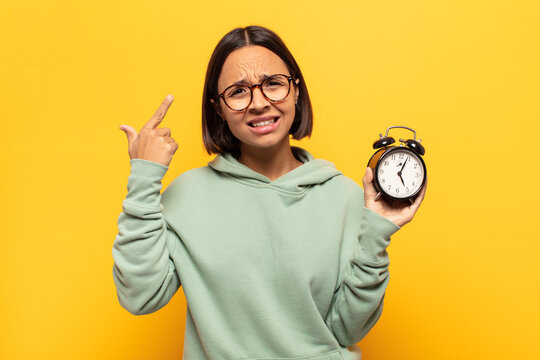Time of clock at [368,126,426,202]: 5:03
